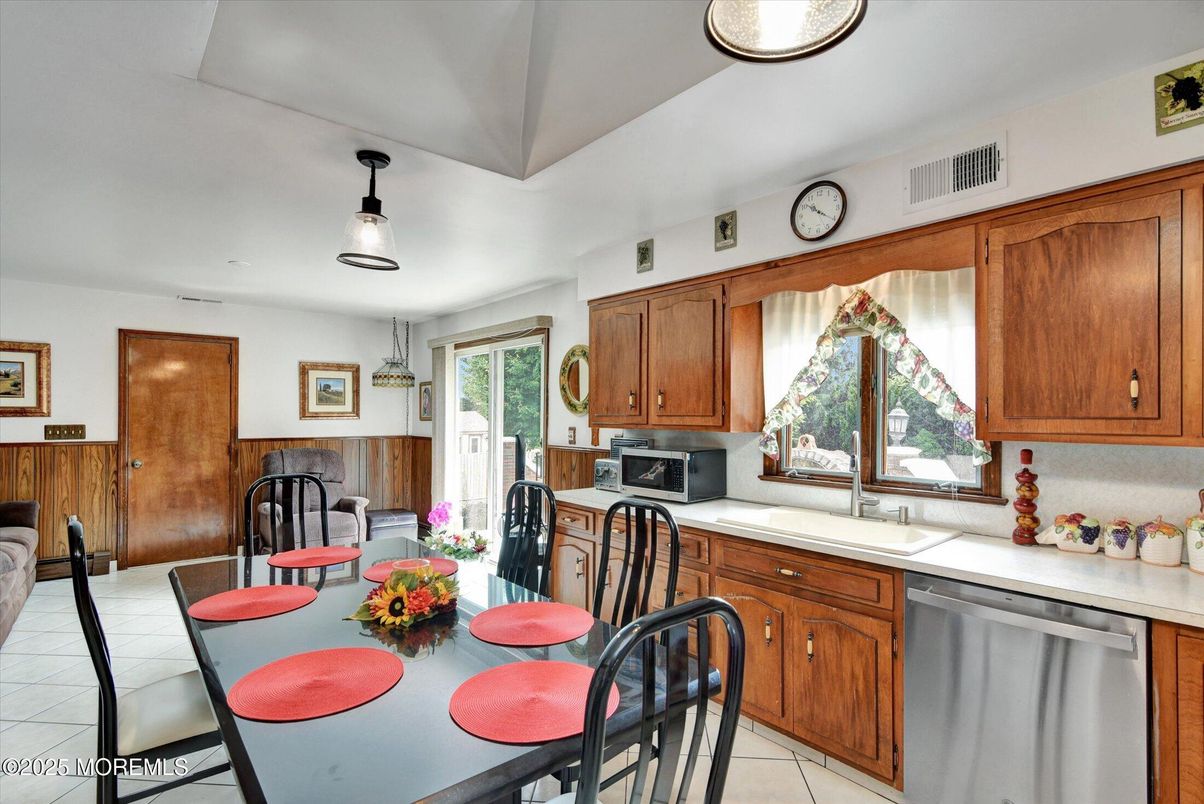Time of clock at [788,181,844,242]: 10:20
